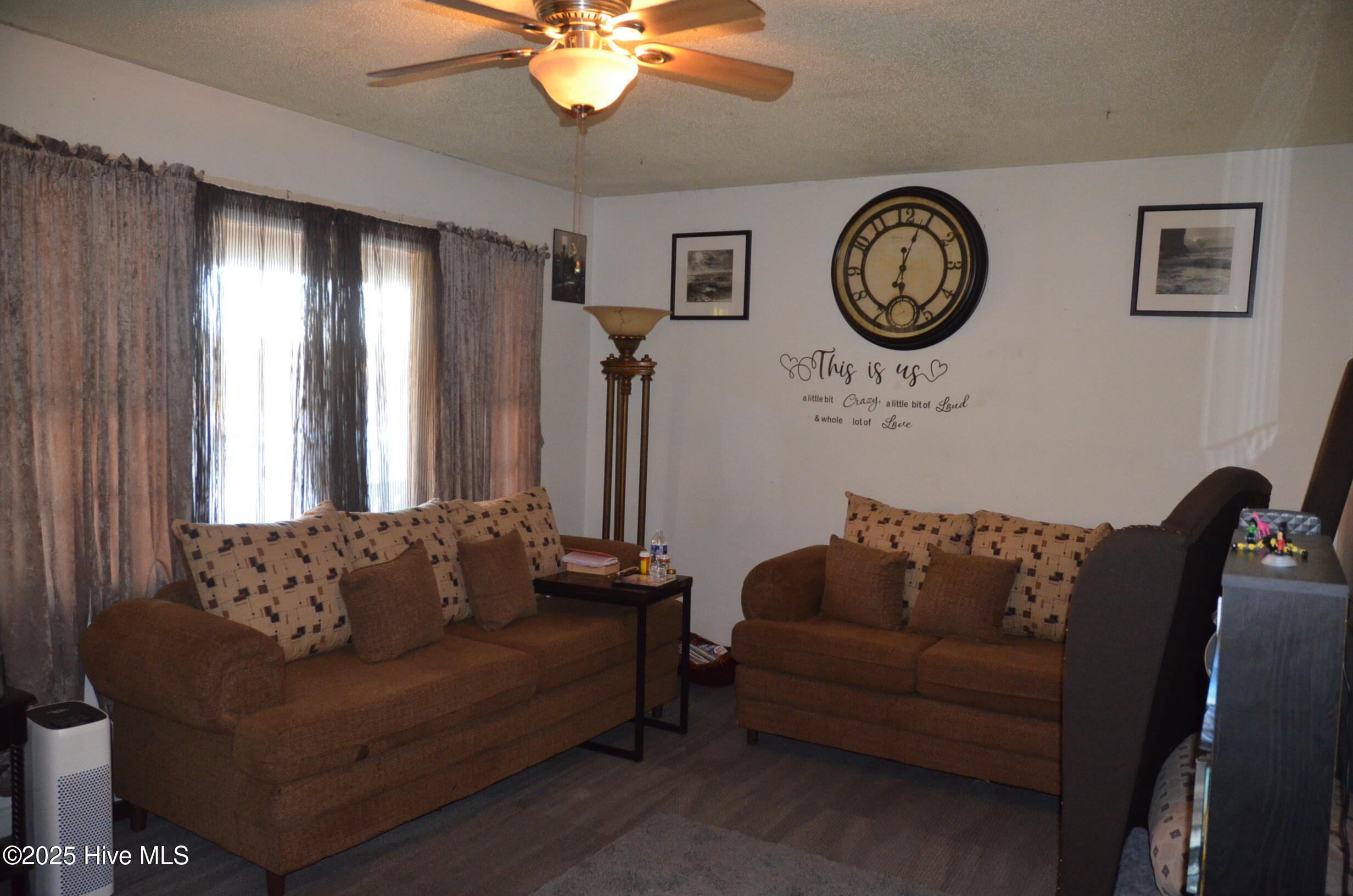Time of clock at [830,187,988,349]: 6:03
